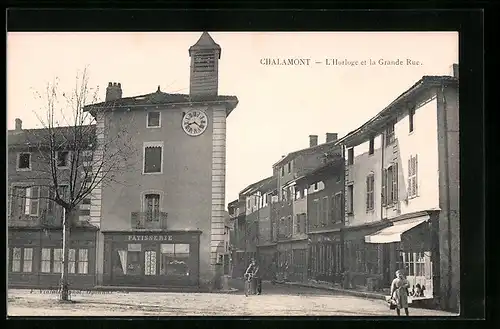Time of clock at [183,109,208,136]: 8:21
